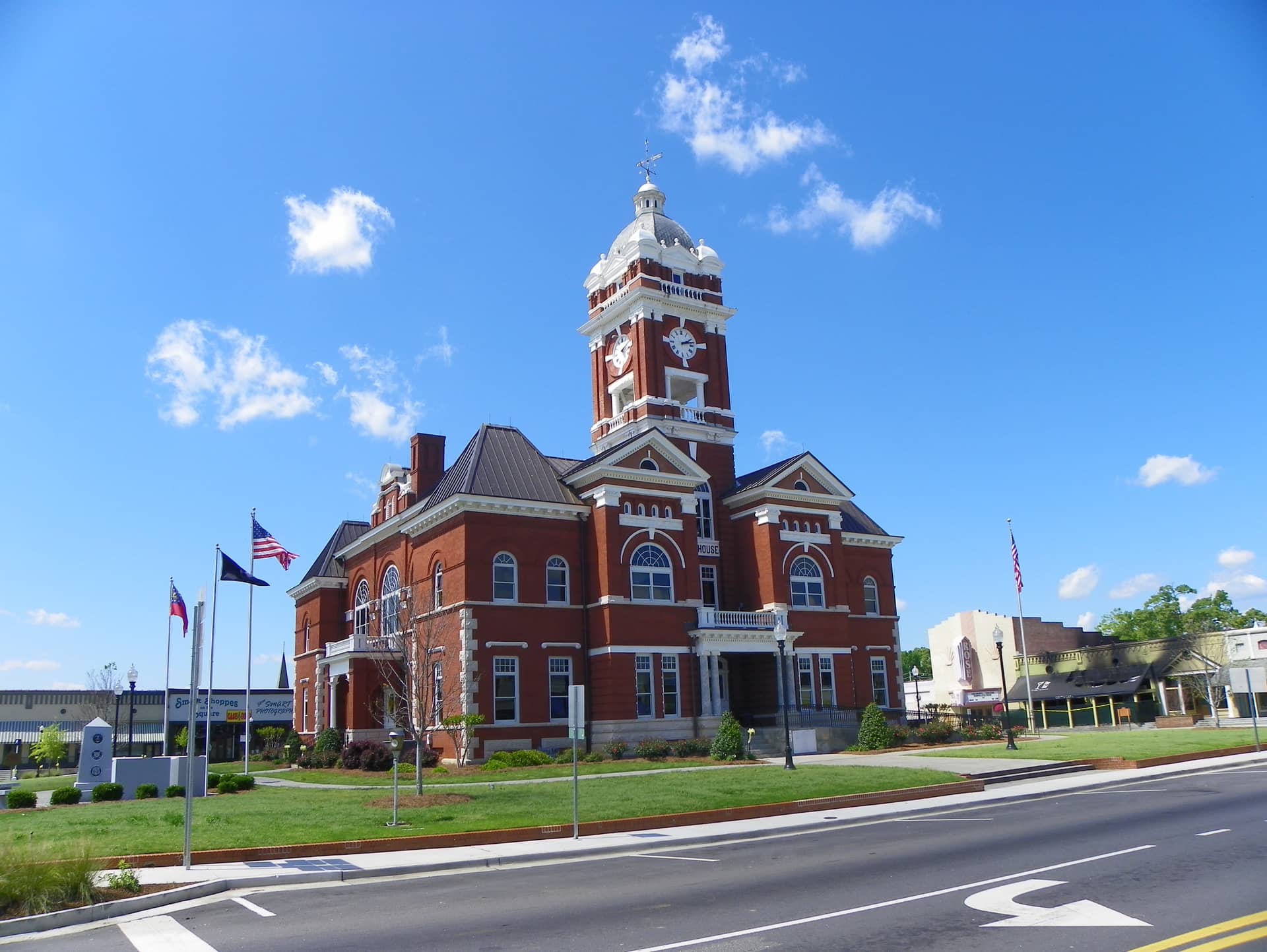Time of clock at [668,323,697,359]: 2:12
